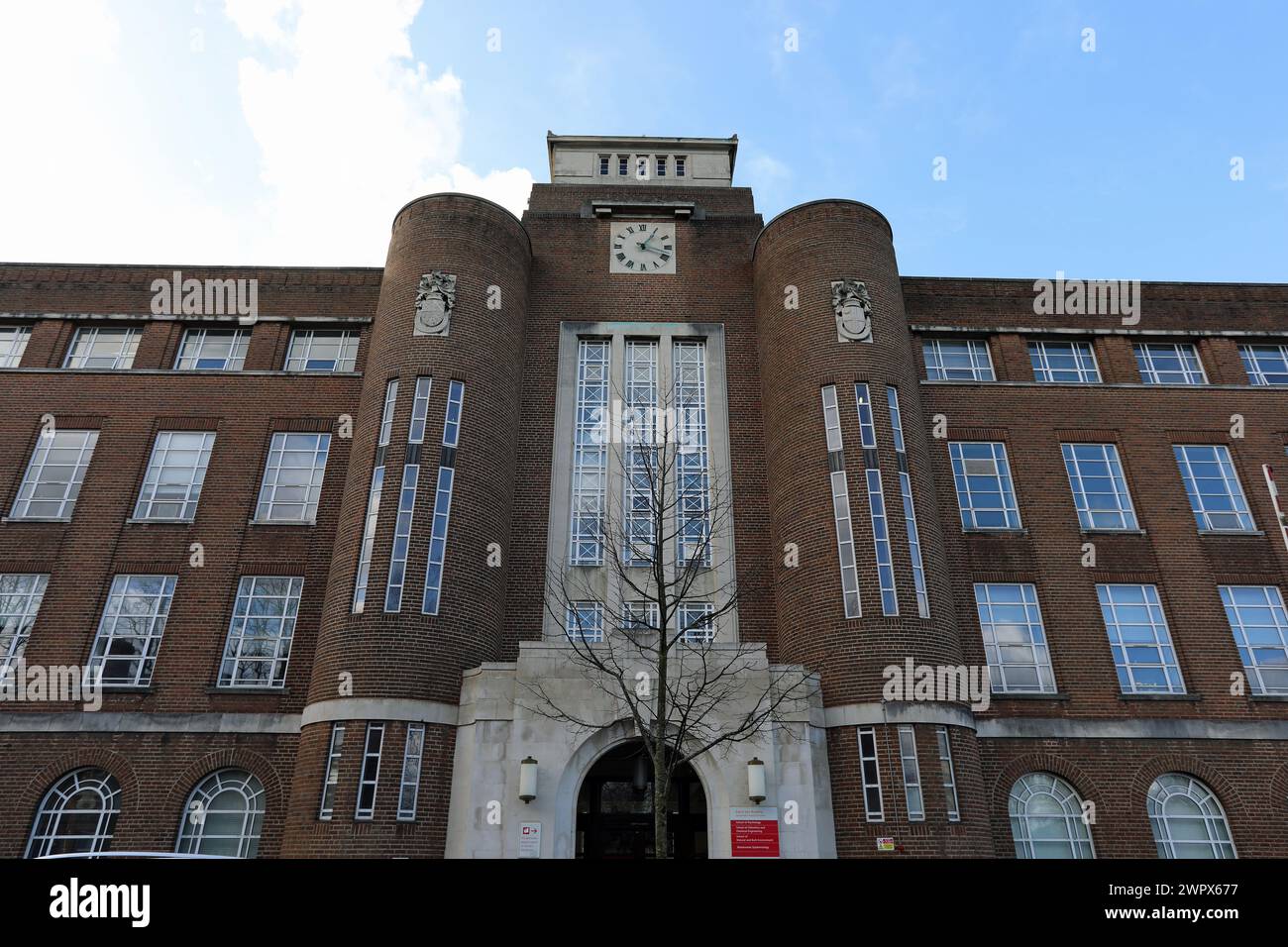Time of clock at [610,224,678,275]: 1:18
